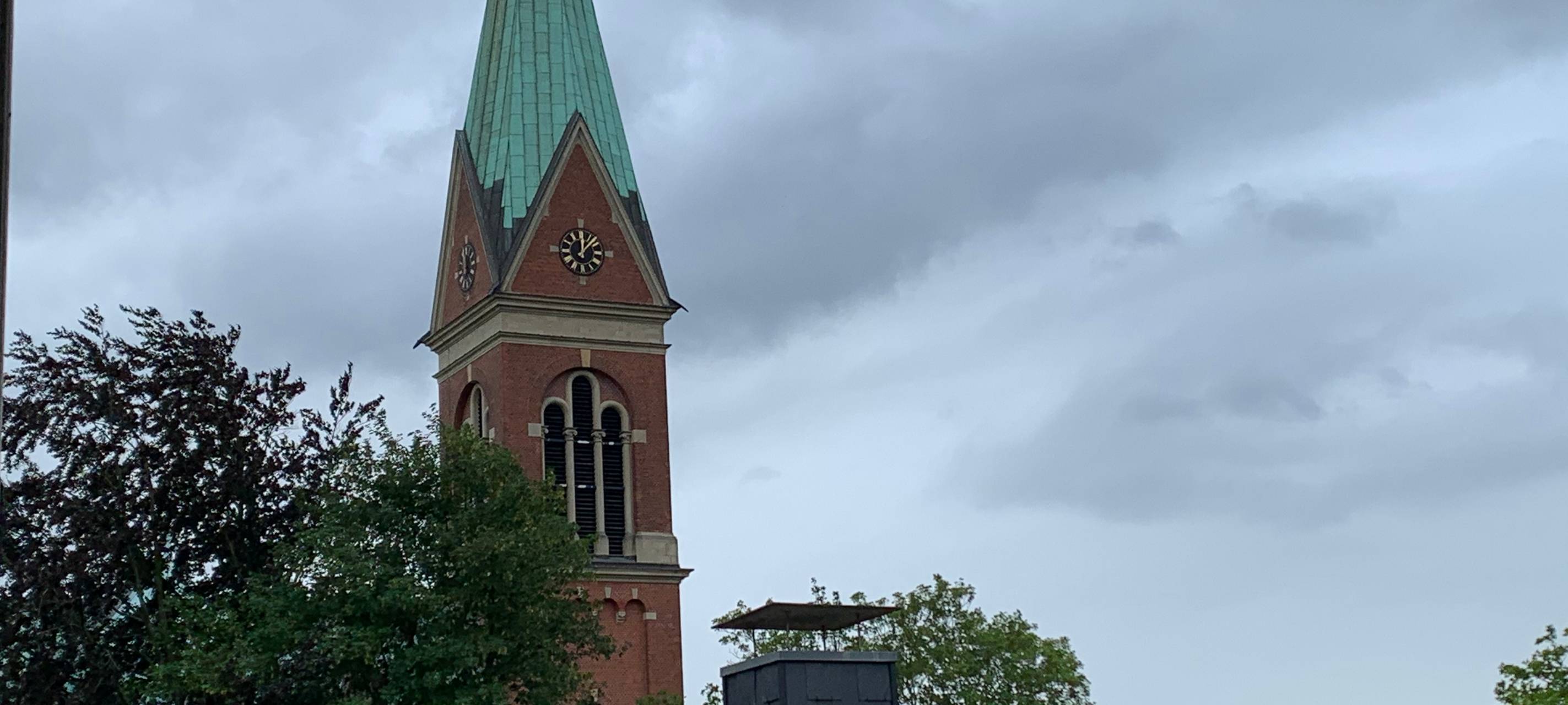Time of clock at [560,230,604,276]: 12:07
